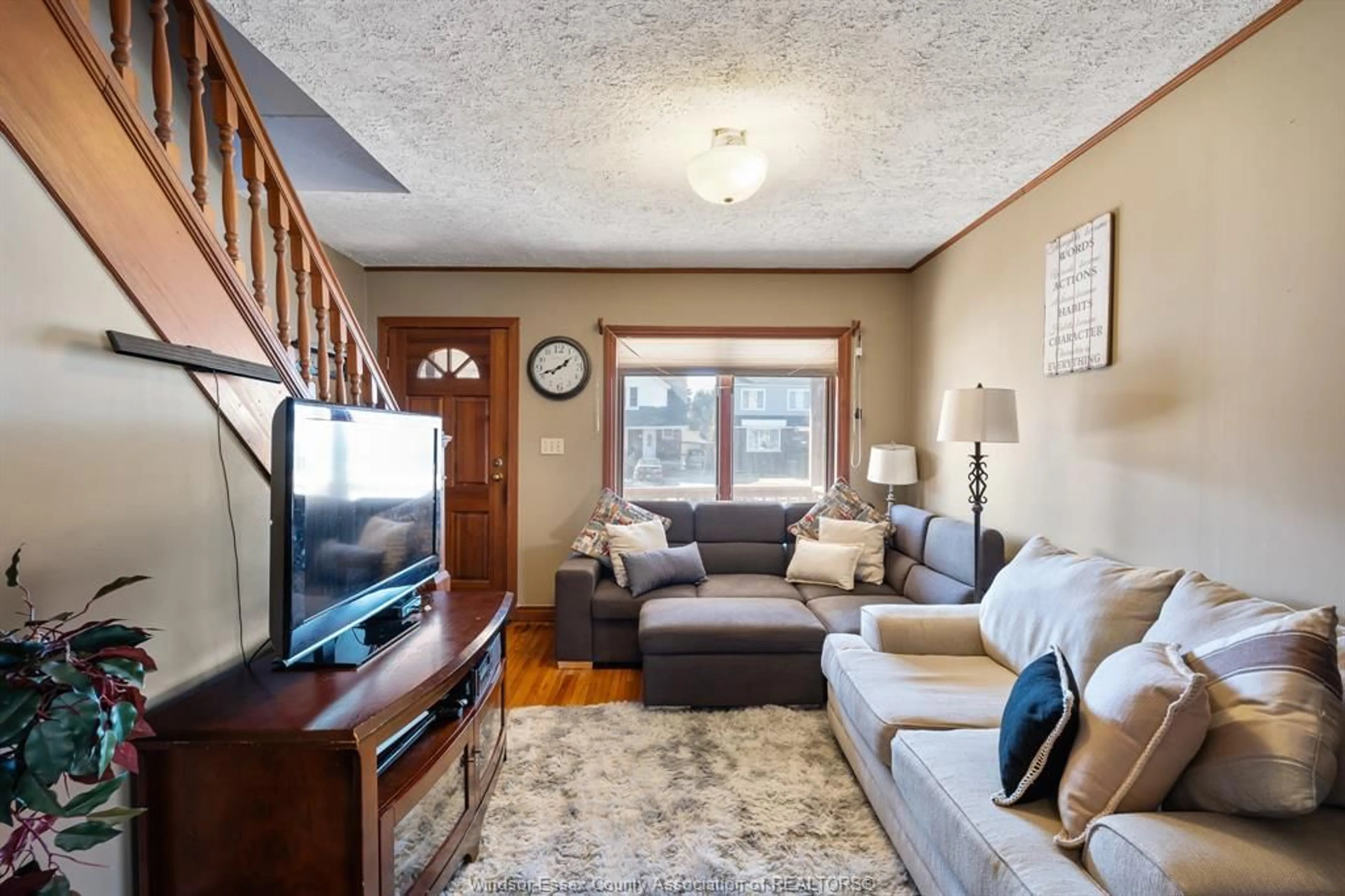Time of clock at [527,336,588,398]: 1:41
